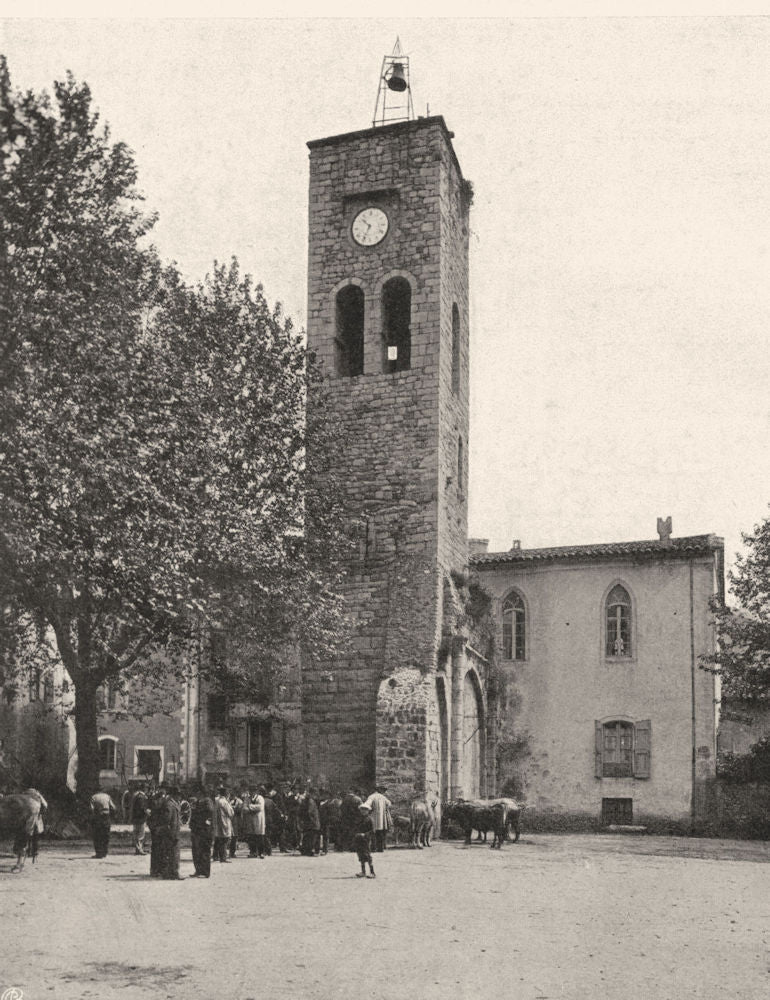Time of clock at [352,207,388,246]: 10:34
